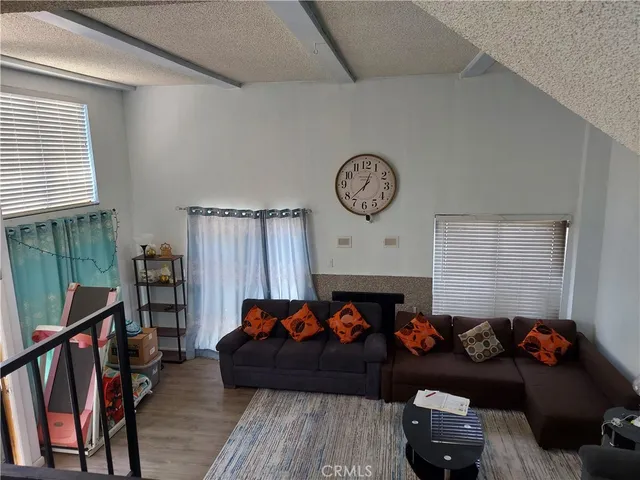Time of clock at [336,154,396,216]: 12:37
